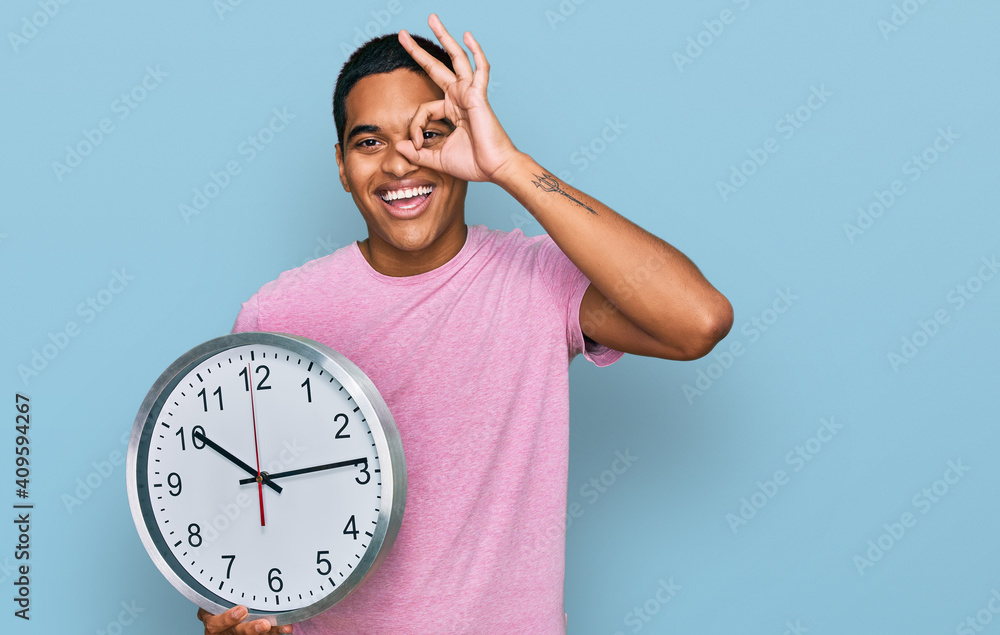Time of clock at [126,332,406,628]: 10:13
